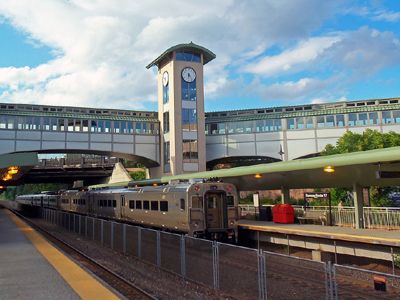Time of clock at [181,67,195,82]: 6:23
